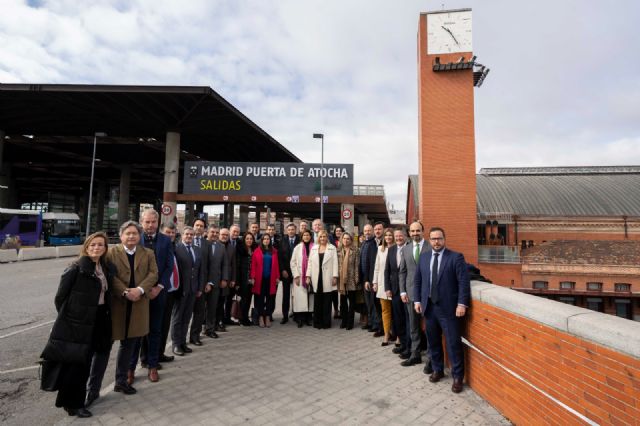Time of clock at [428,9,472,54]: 10:24
